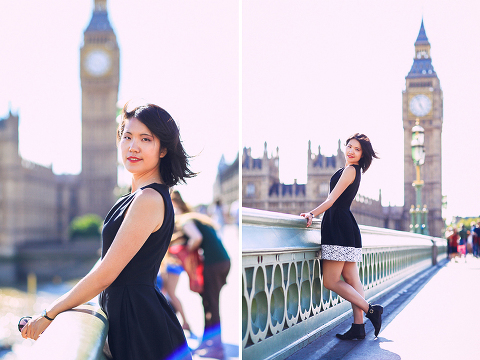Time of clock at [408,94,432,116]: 4:57
